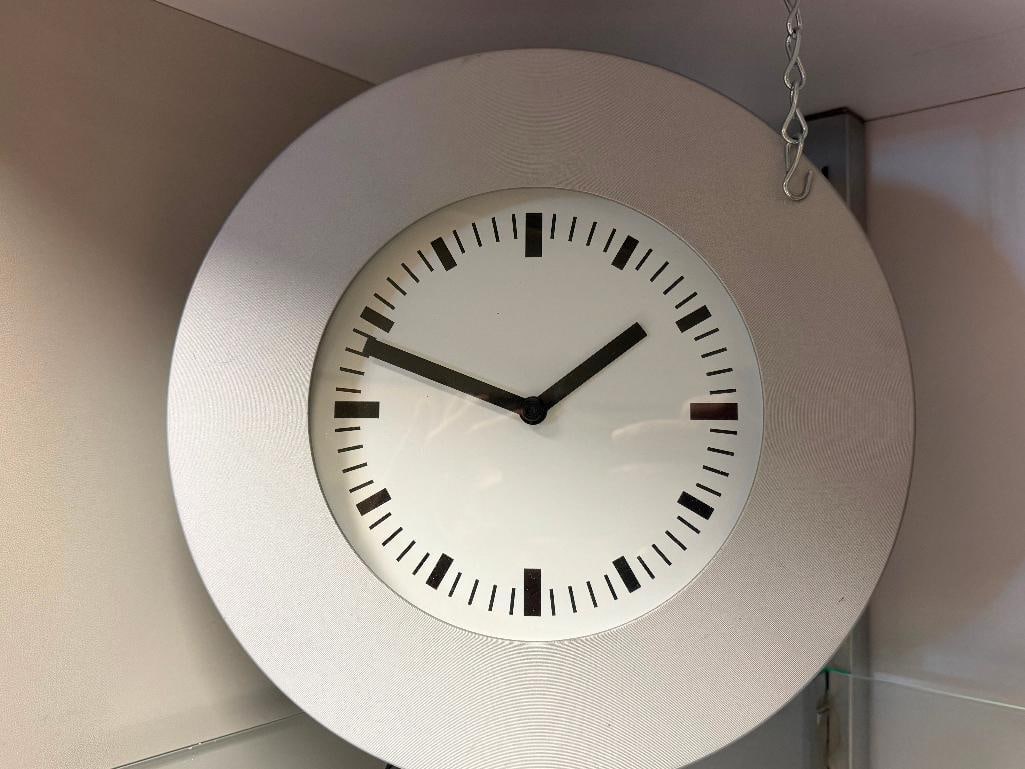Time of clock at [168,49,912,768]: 1:48
